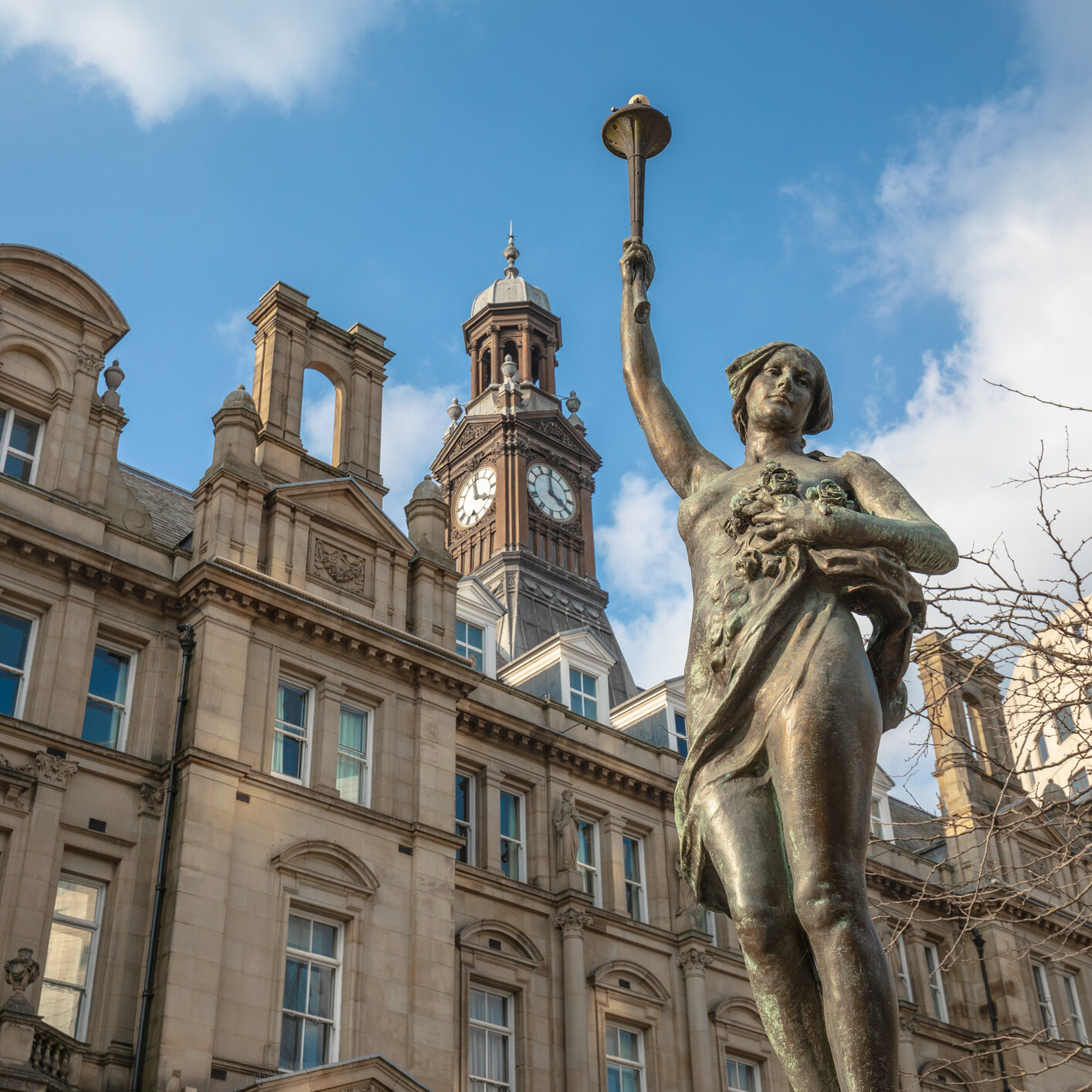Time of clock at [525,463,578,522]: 3:59
